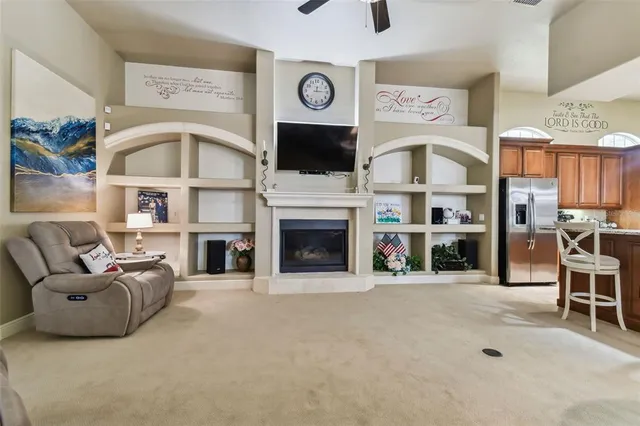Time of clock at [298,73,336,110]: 12:14
